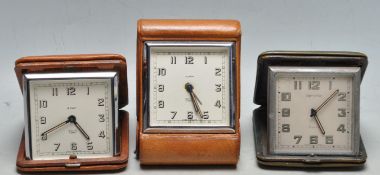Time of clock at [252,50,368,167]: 5:07
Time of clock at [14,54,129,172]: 4:40
